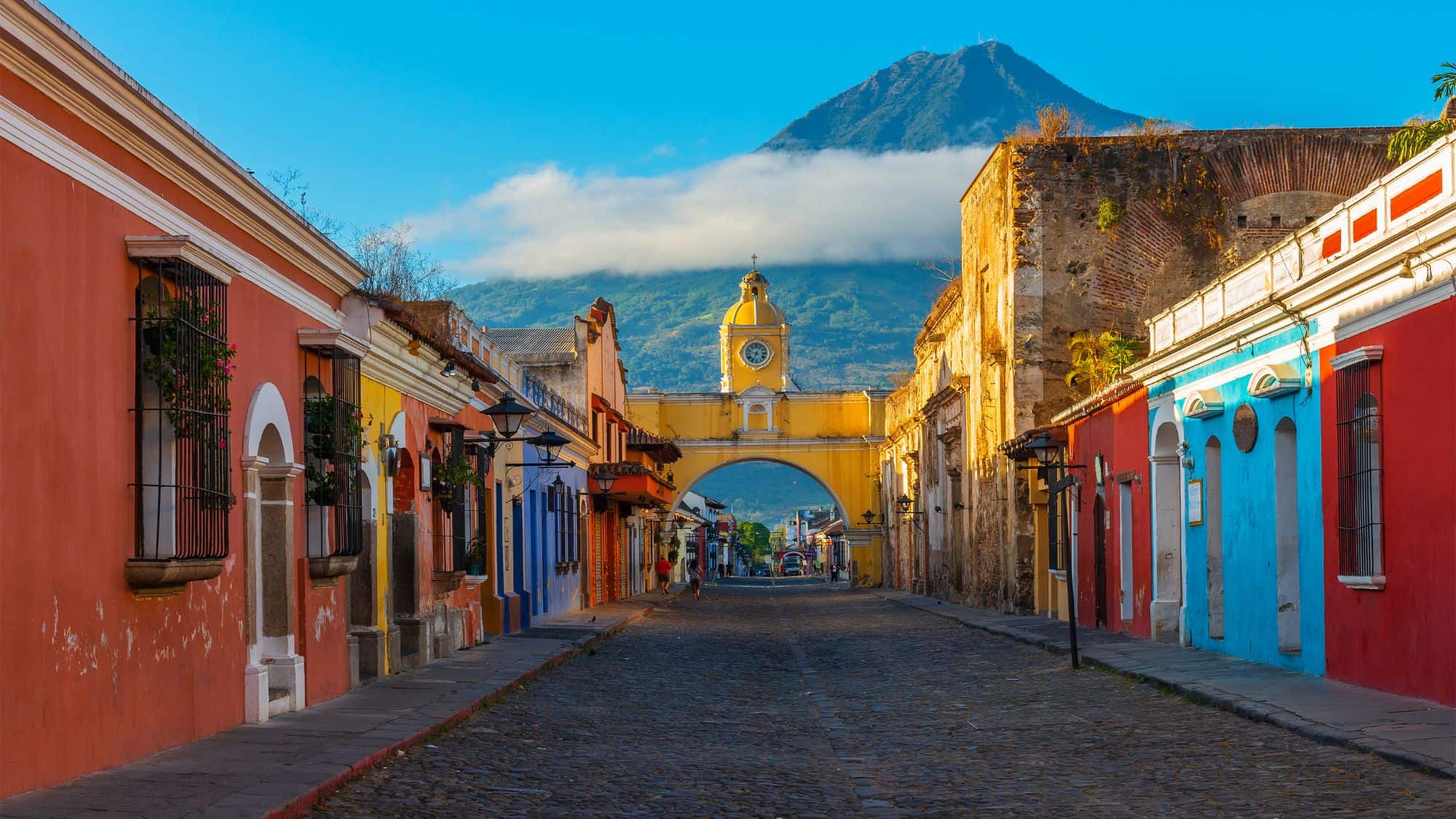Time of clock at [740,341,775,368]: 6:48
